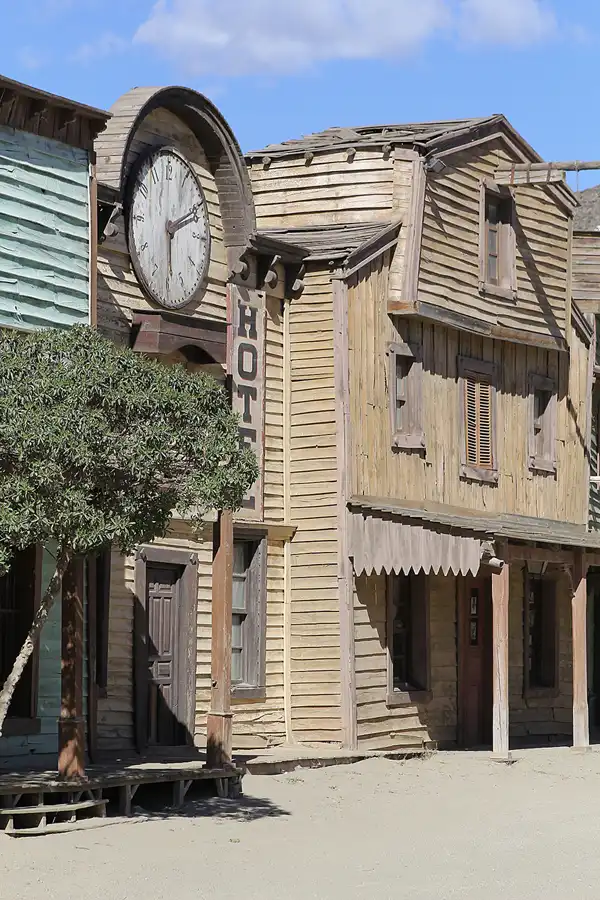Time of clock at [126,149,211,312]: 2:29
